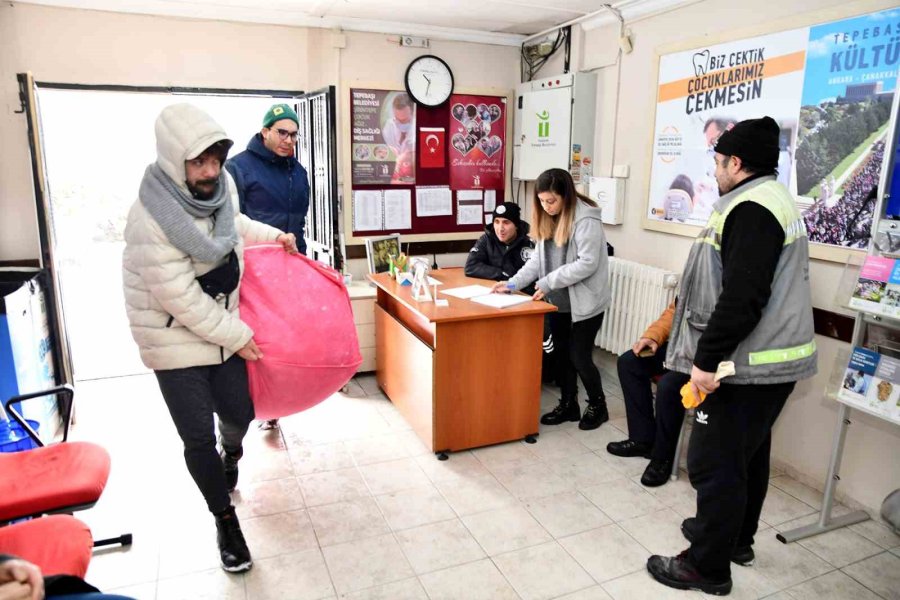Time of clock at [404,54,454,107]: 10:32
